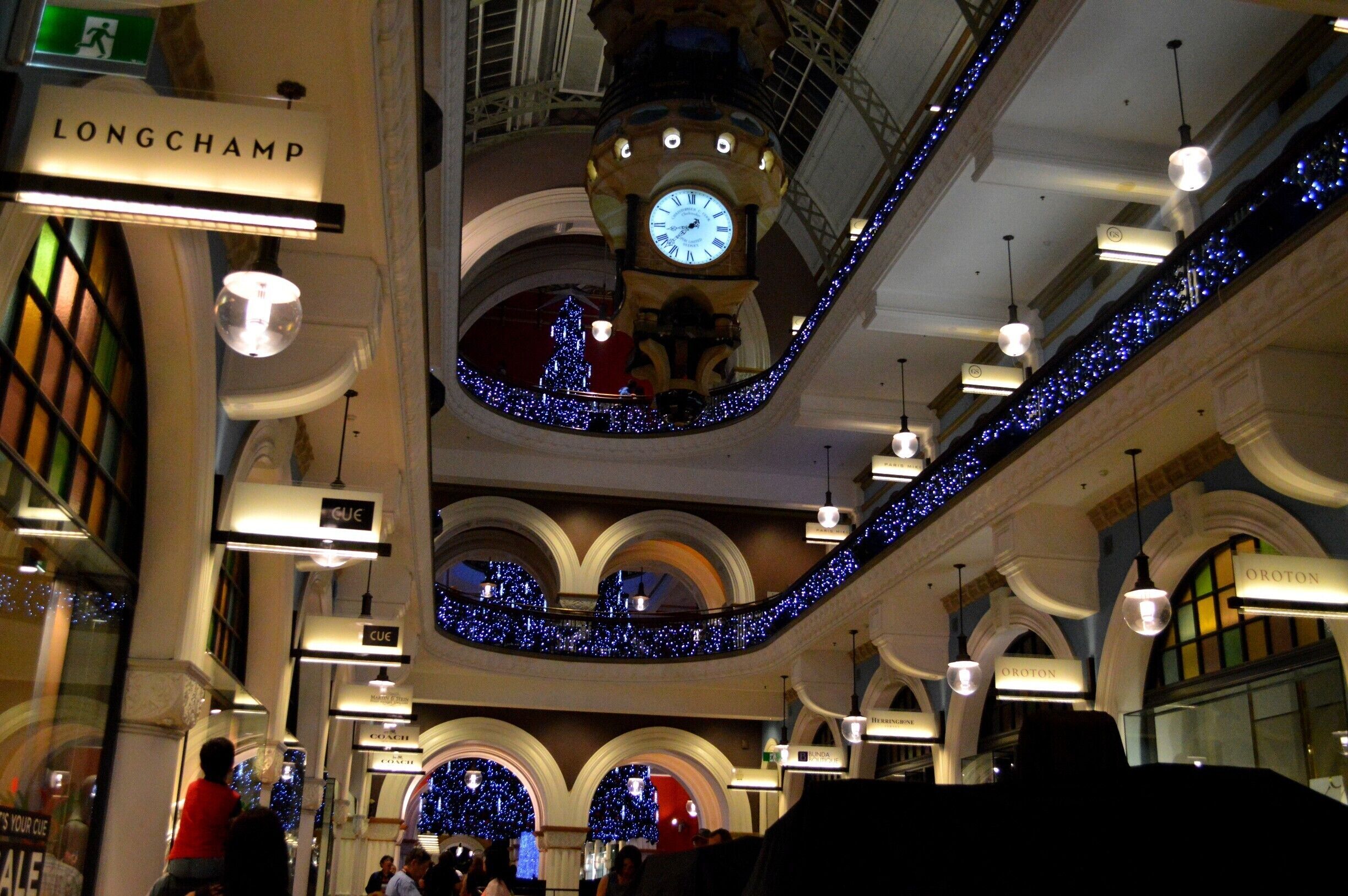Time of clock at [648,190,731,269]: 8:37
